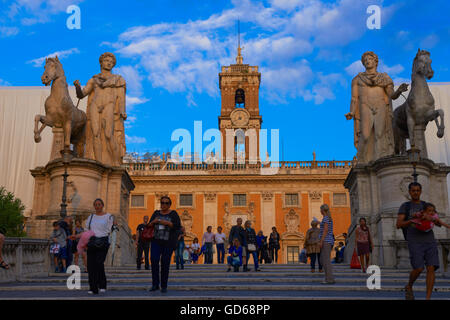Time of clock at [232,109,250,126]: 7:58
